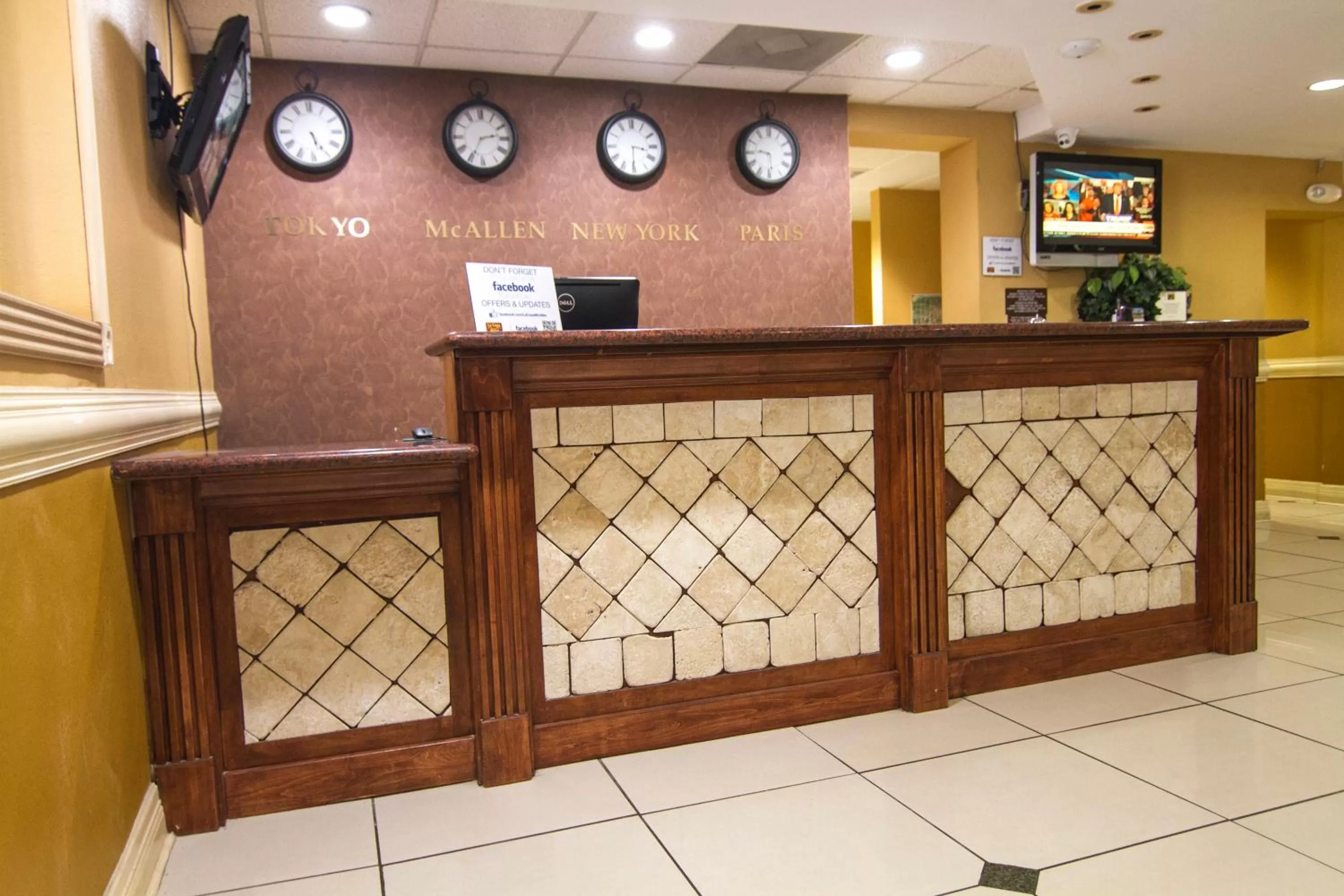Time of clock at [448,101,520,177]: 2:34
